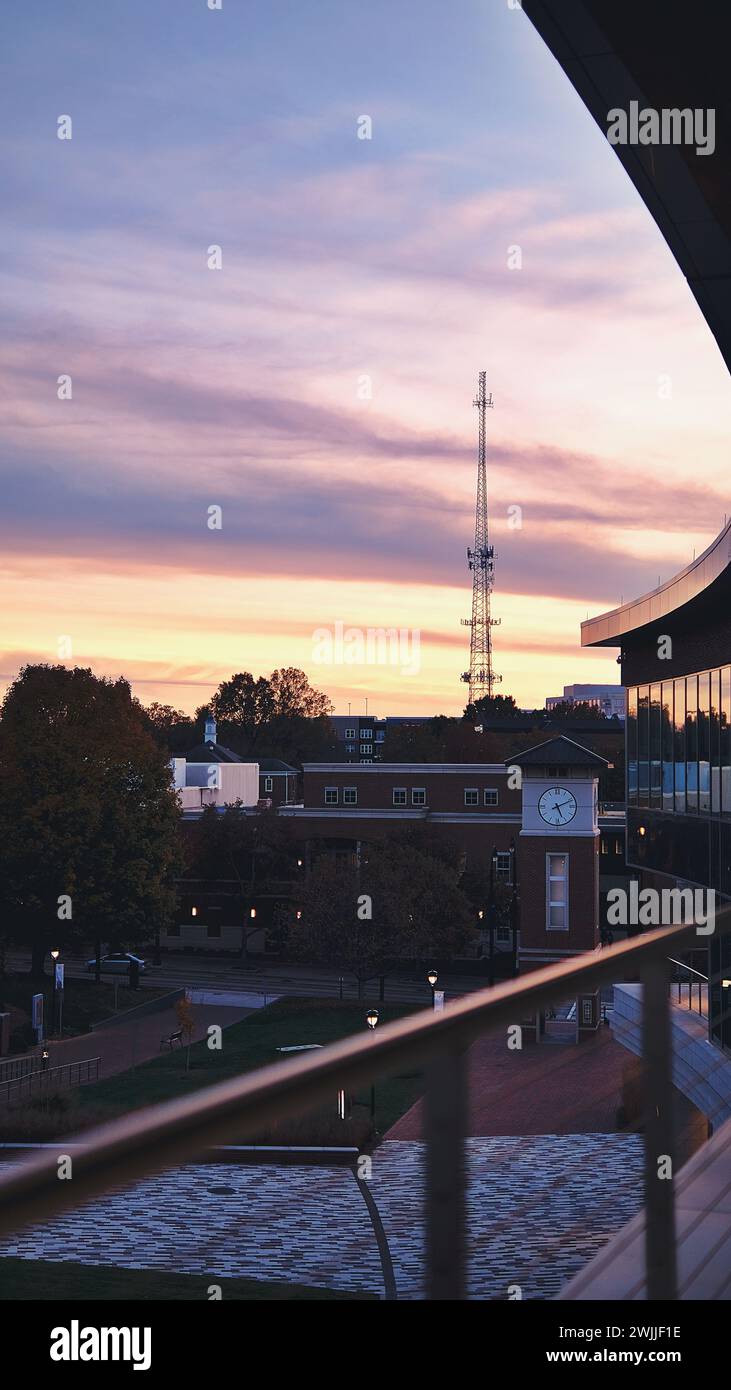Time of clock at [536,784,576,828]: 5:11
